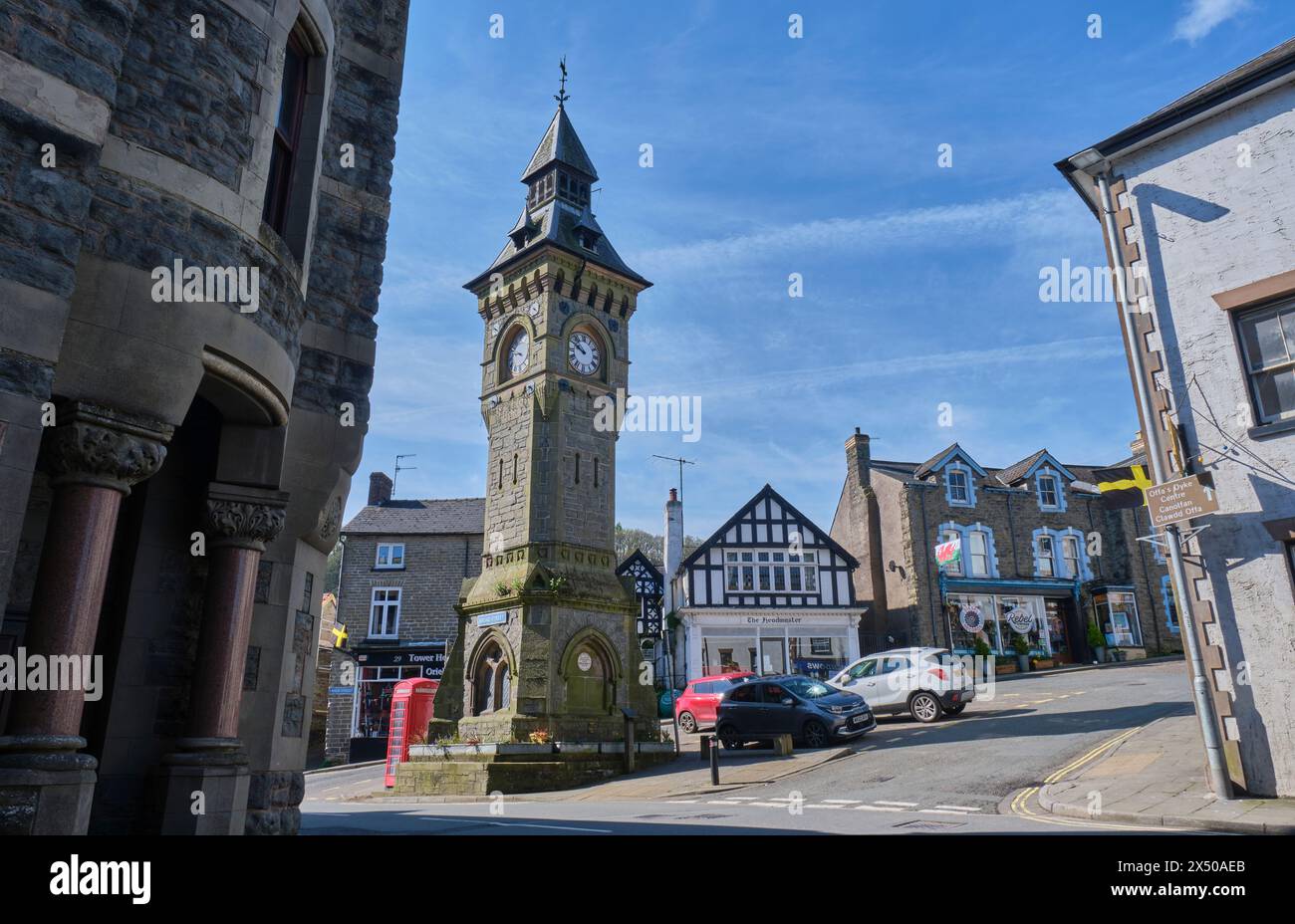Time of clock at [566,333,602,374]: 9:50
